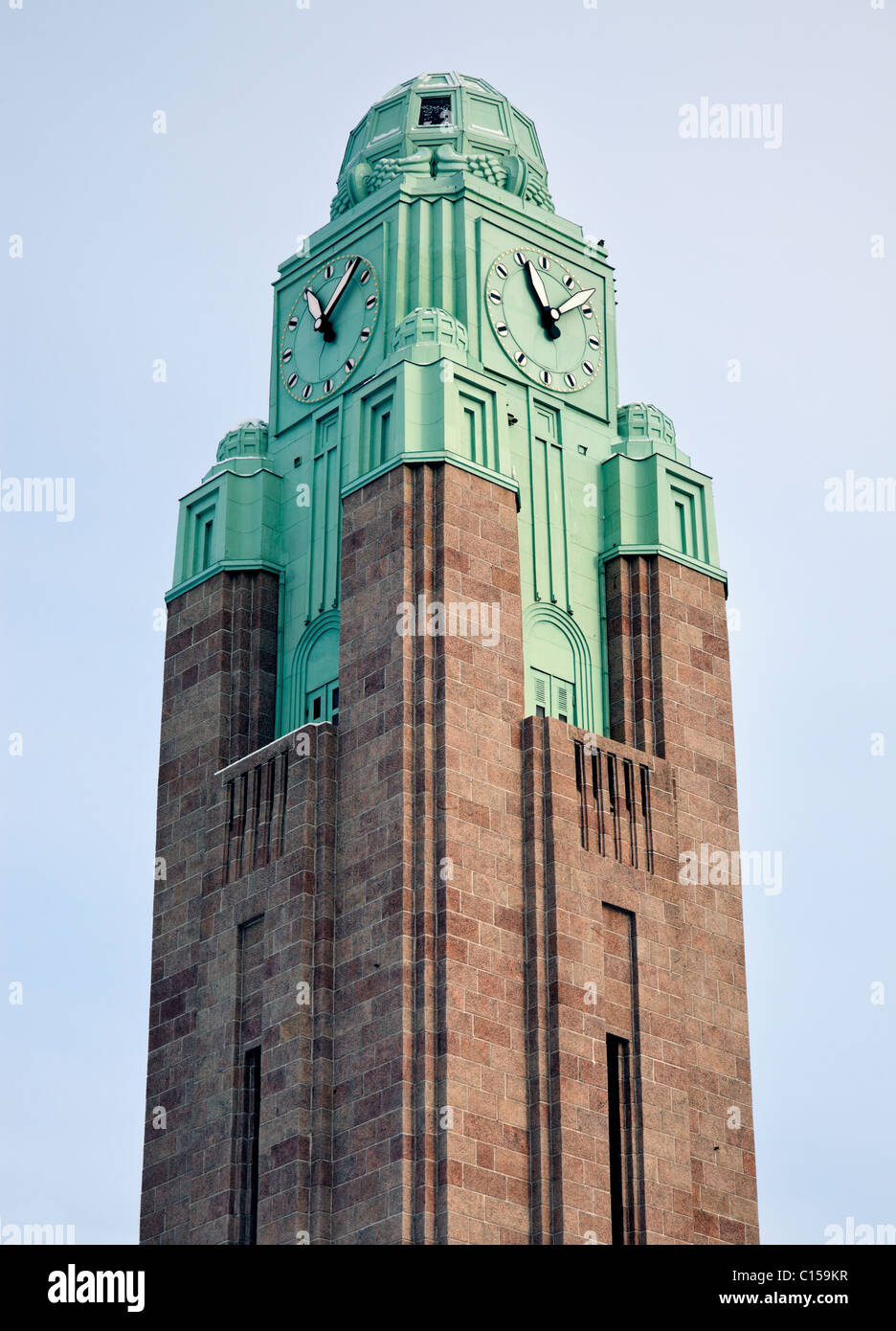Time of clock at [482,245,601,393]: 10:56
